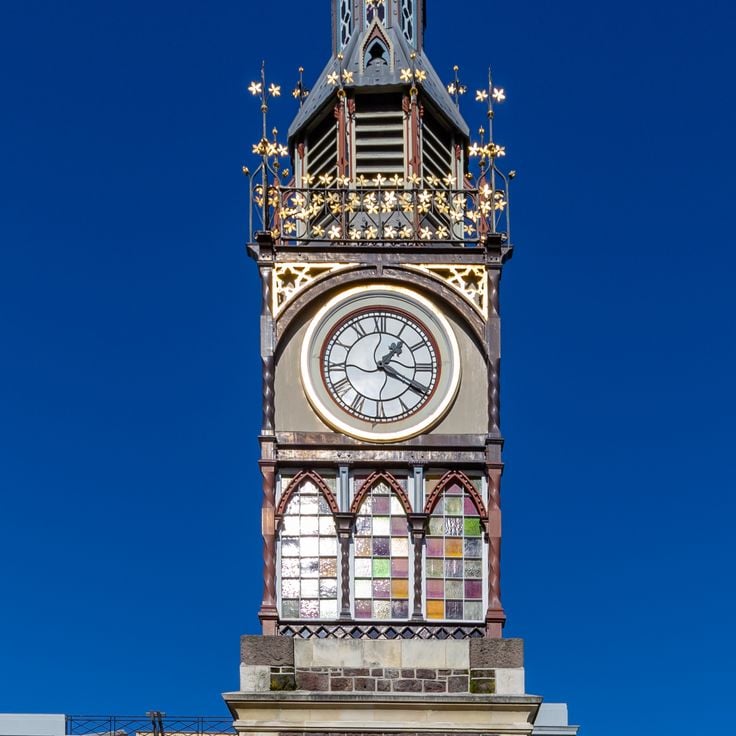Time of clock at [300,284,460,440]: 1:20
